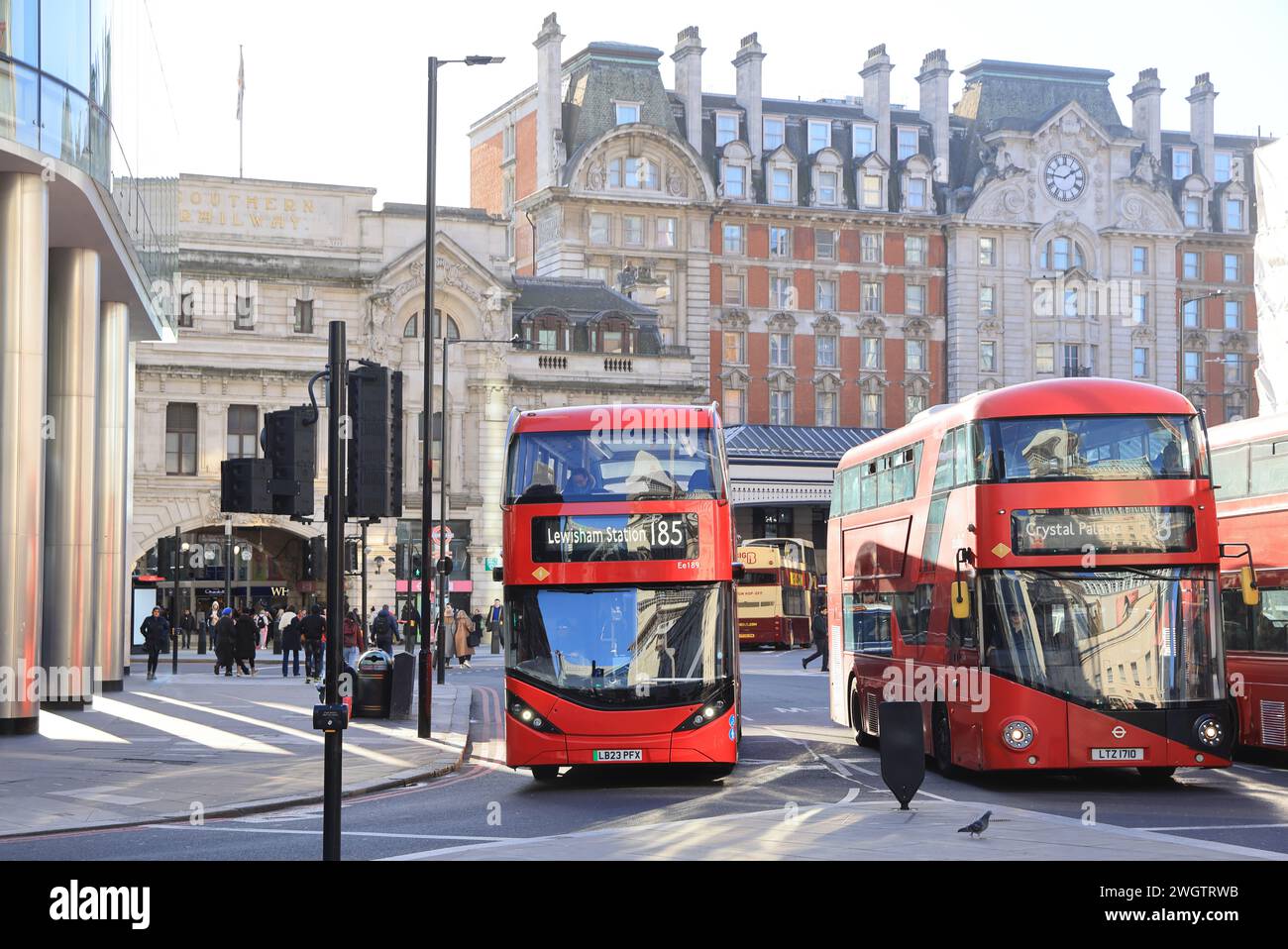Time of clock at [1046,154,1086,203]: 1:46
